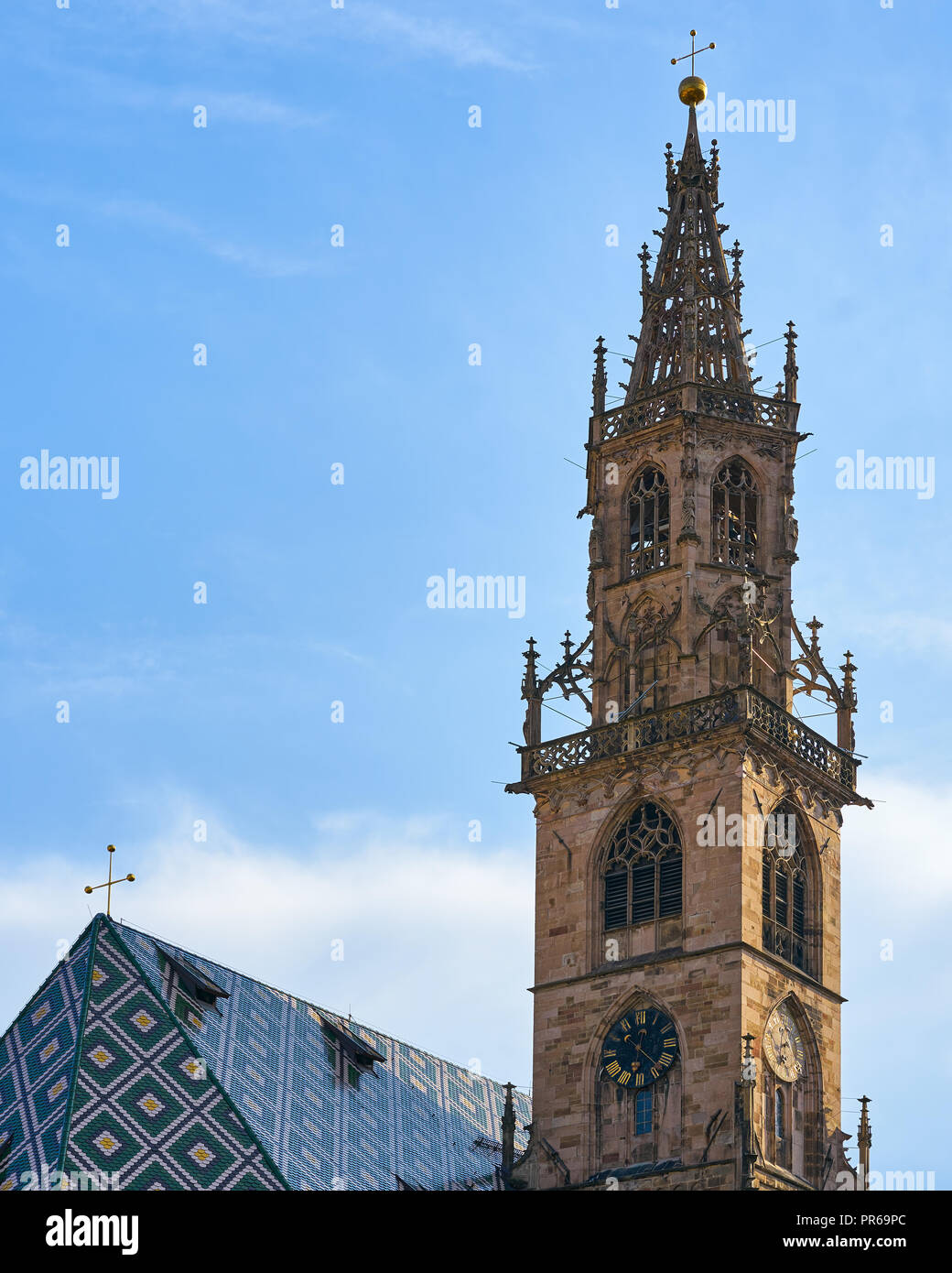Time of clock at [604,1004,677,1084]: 12:22
